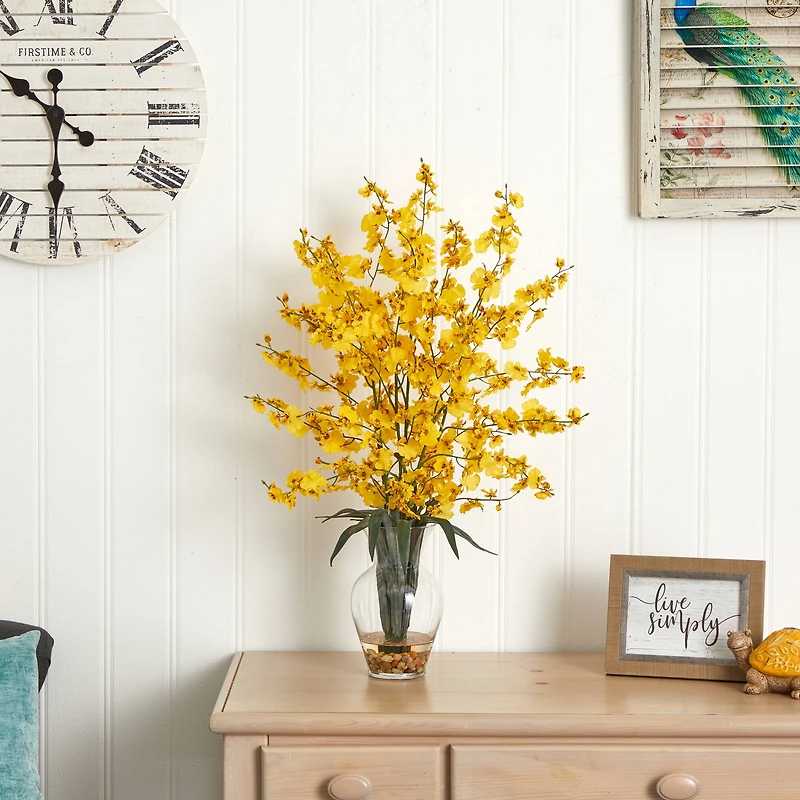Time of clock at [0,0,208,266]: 10:30
